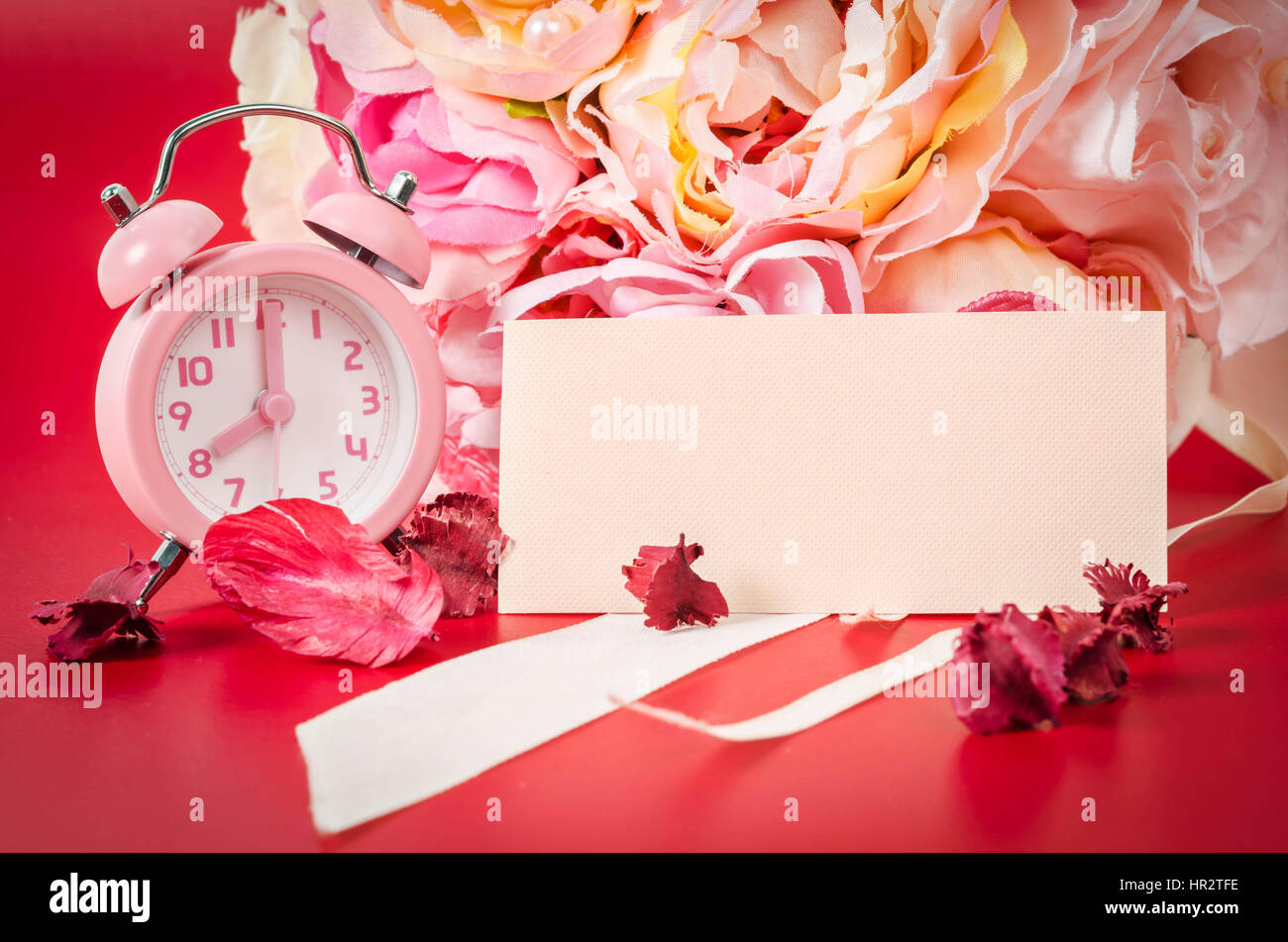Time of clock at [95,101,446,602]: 8:00
